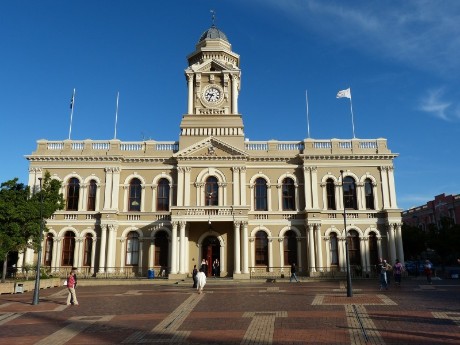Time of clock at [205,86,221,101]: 9:36
